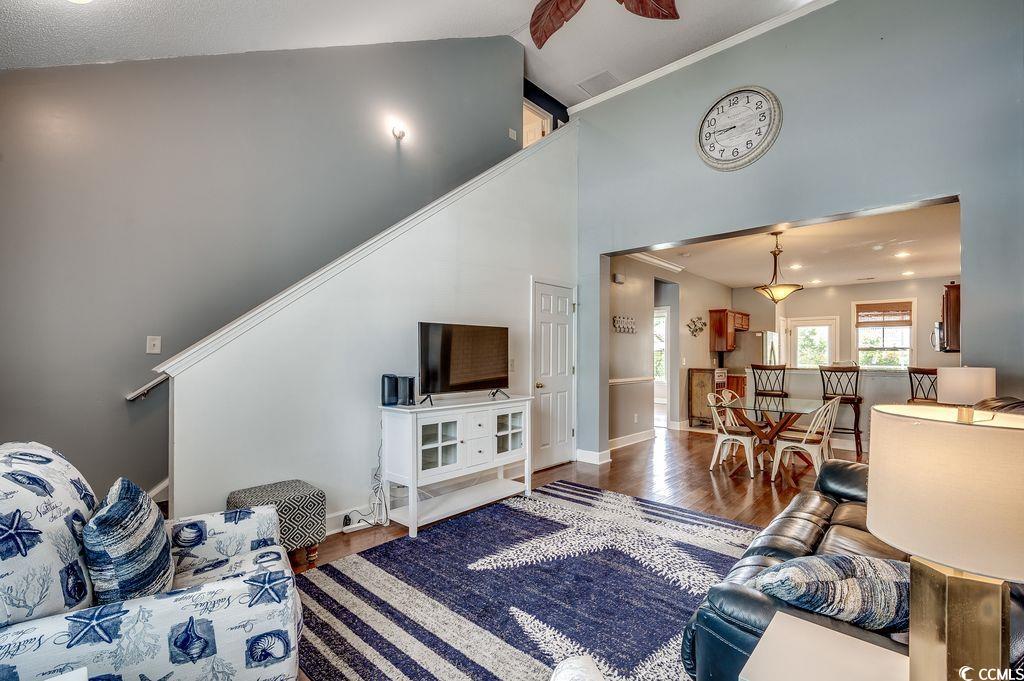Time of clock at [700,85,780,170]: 8:45
